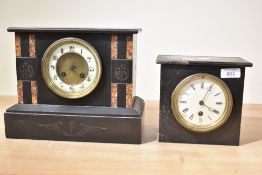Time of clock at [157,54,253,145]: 4:04
